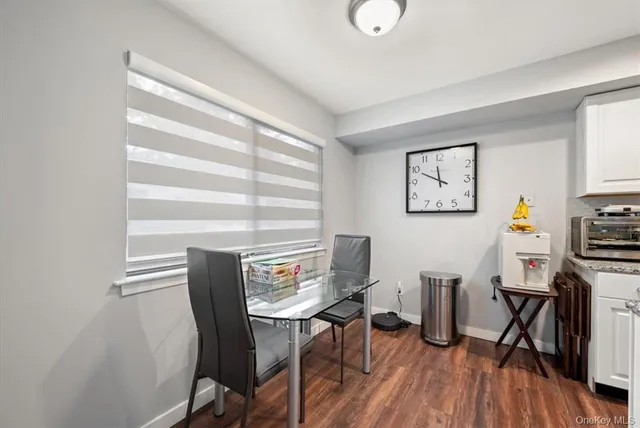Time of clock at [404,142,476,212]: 11:49
